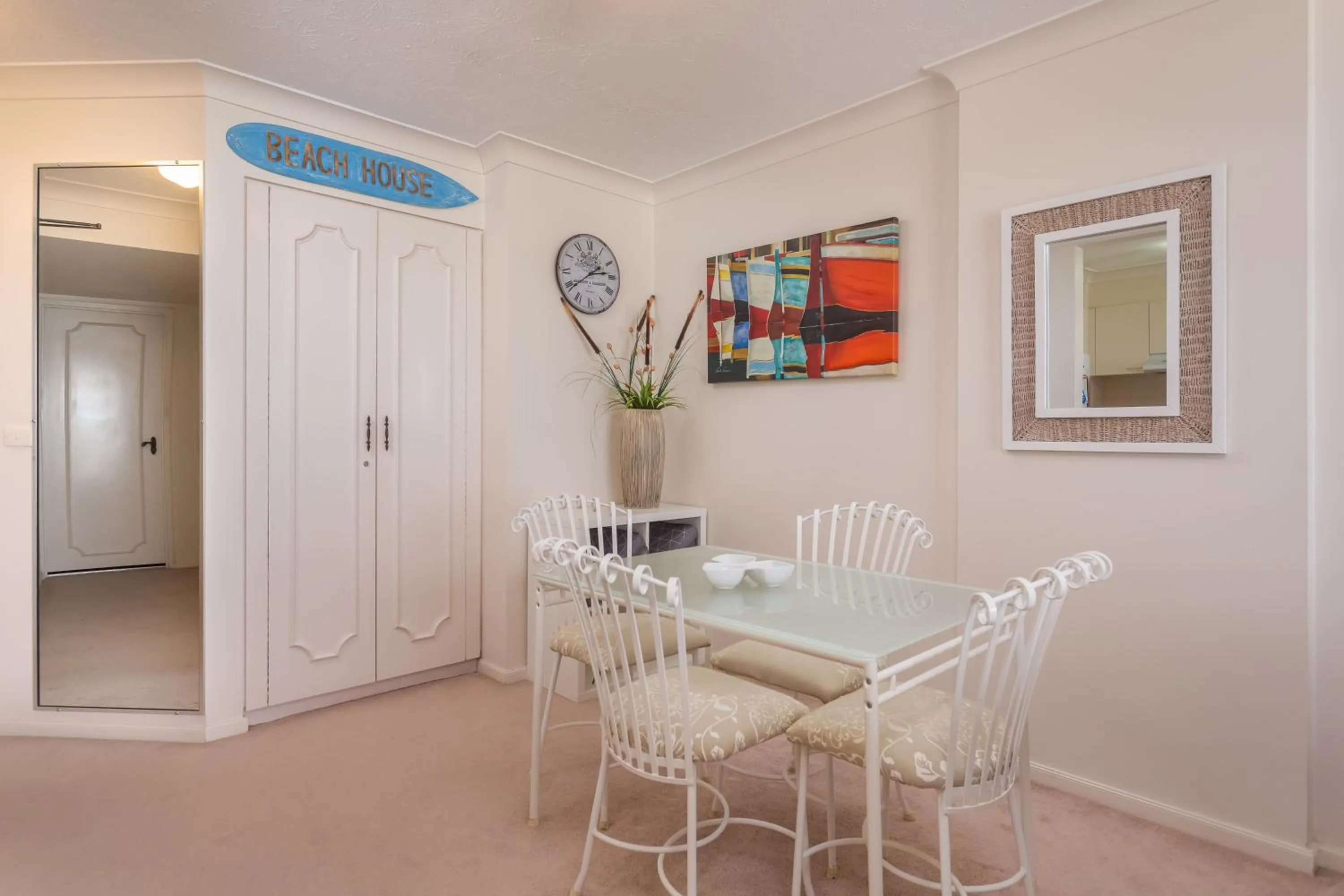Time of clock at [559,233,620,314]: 2:39
